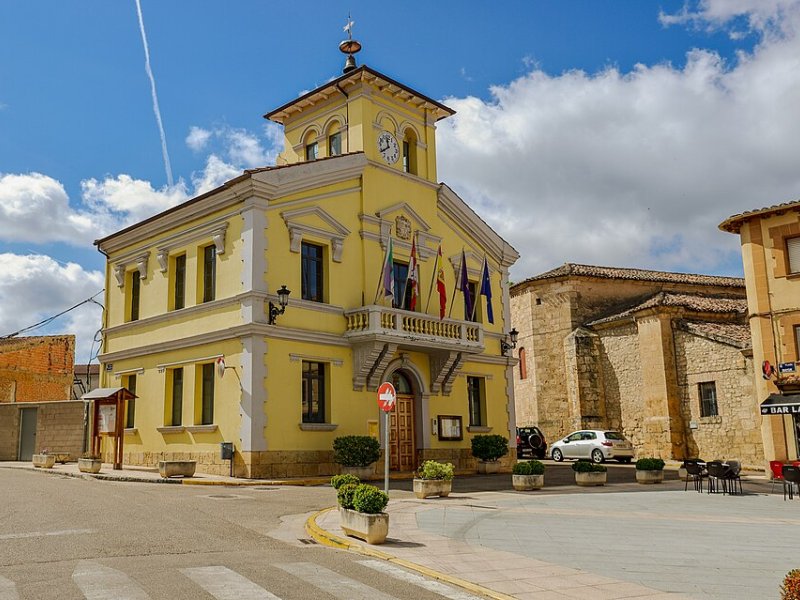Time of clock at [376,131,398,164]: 11:39
